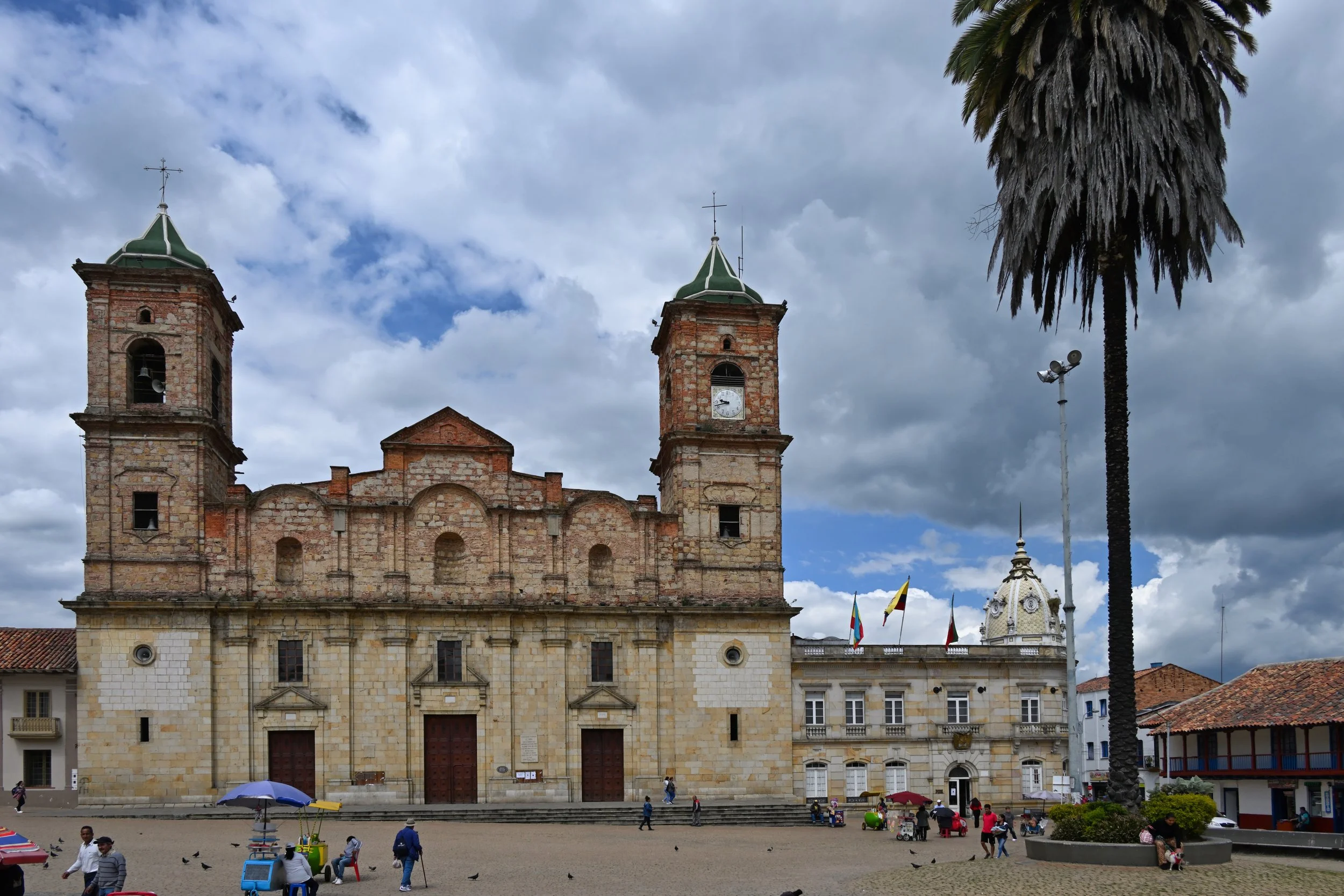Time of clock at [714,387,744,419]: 9:42
